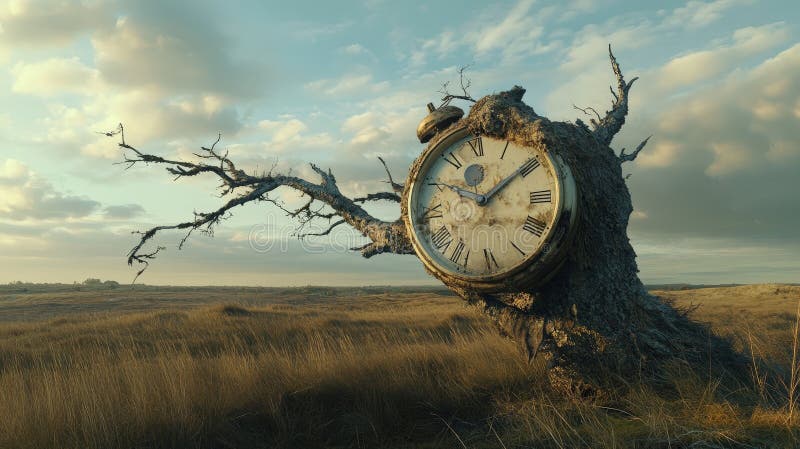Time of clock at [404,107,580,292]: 10:09
